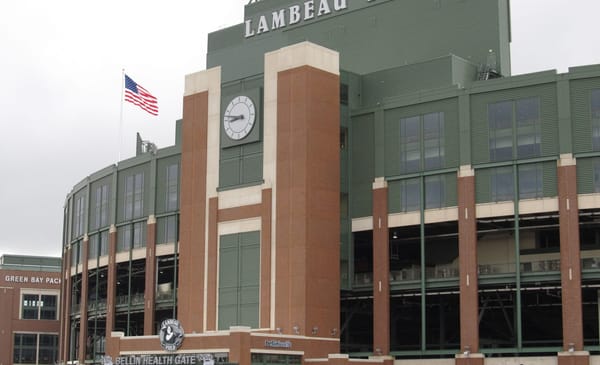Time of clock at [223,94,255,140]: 8:47
